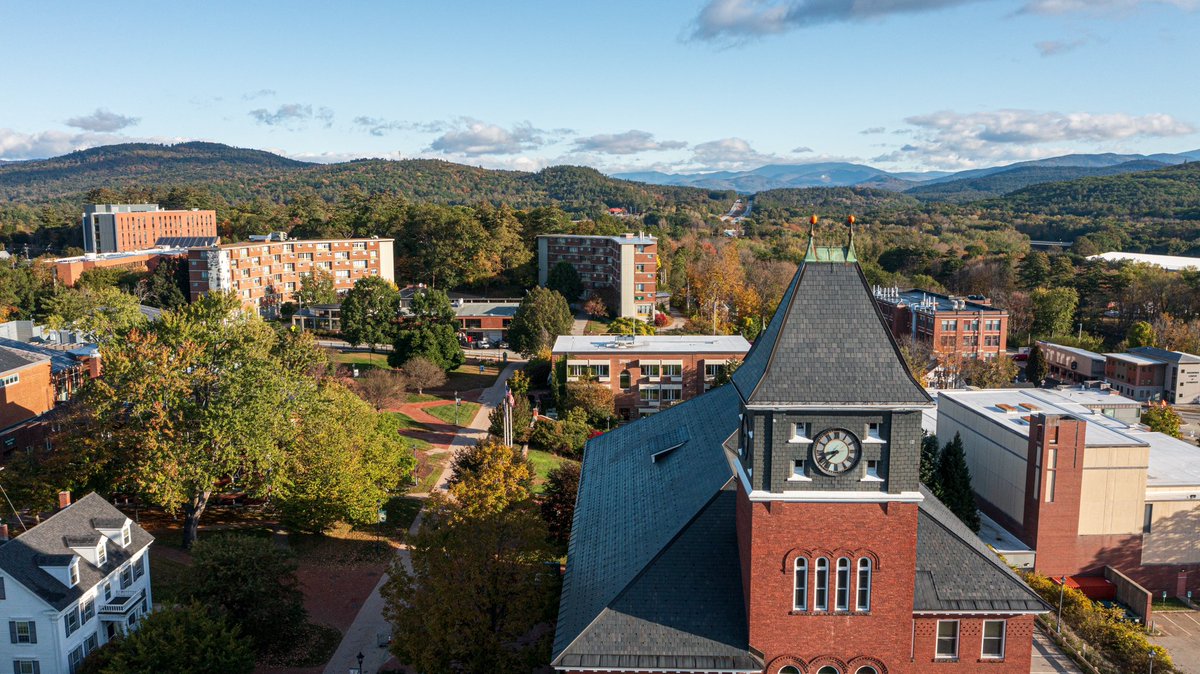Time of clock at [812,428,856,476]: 8:37
